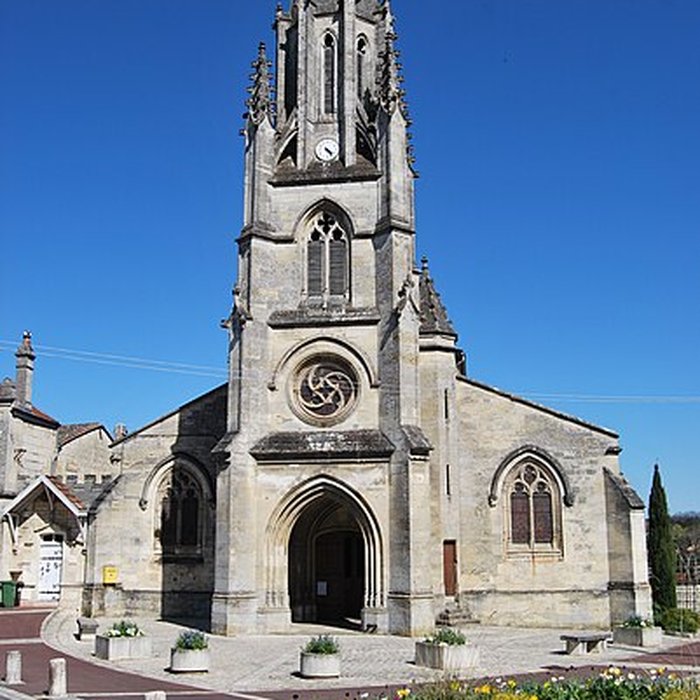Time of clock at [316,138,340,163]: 4:23
